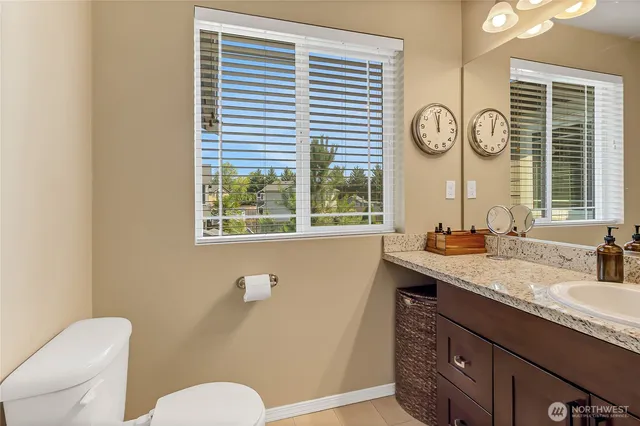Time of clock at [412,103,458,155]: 11:57
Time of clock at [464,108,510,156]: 12:03
